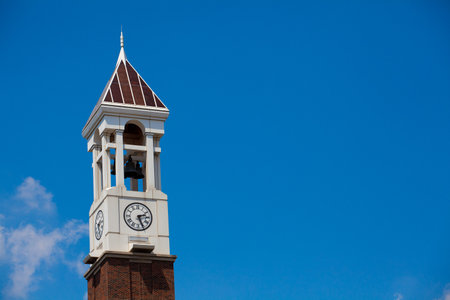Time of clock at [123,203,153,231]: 2:26
